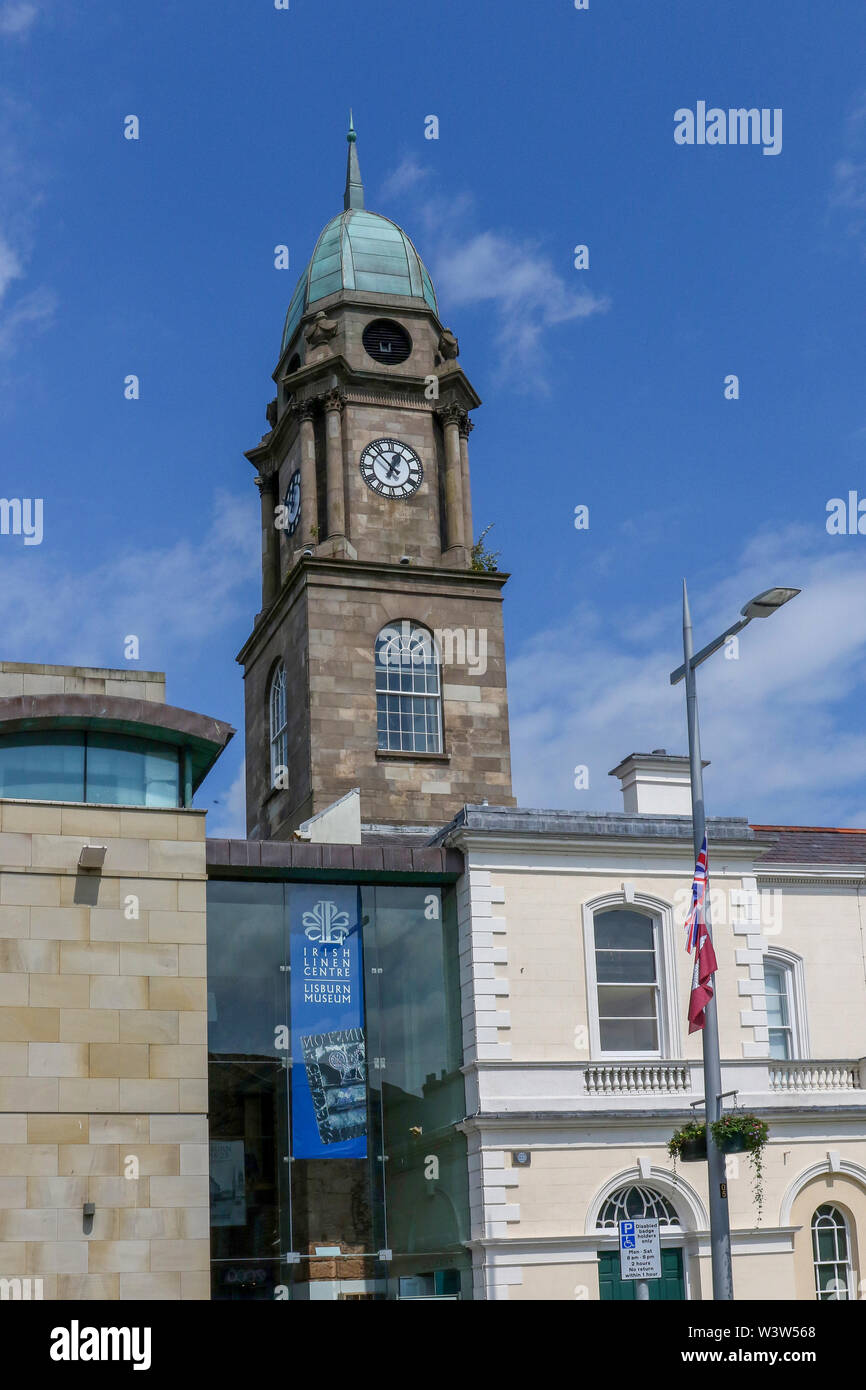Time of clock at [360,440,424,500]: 12:52
